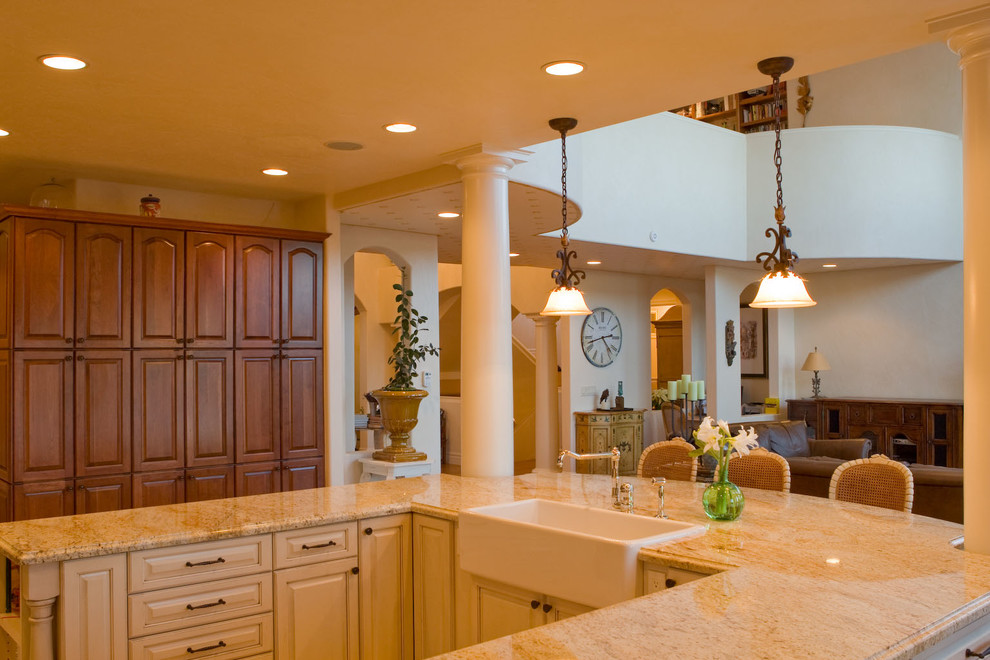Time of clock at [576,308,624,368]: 4:42
